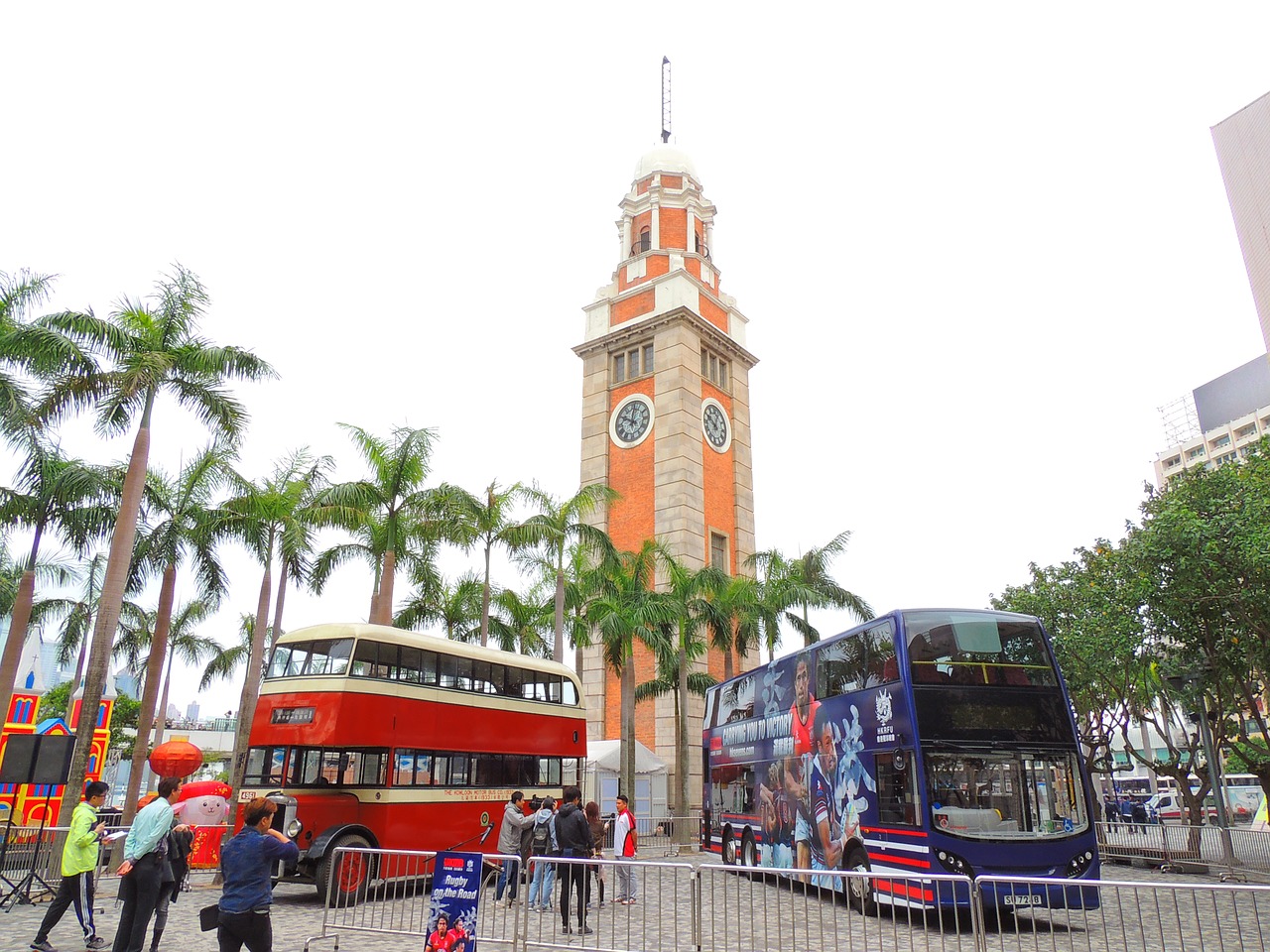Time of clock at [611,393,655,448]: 10:00
